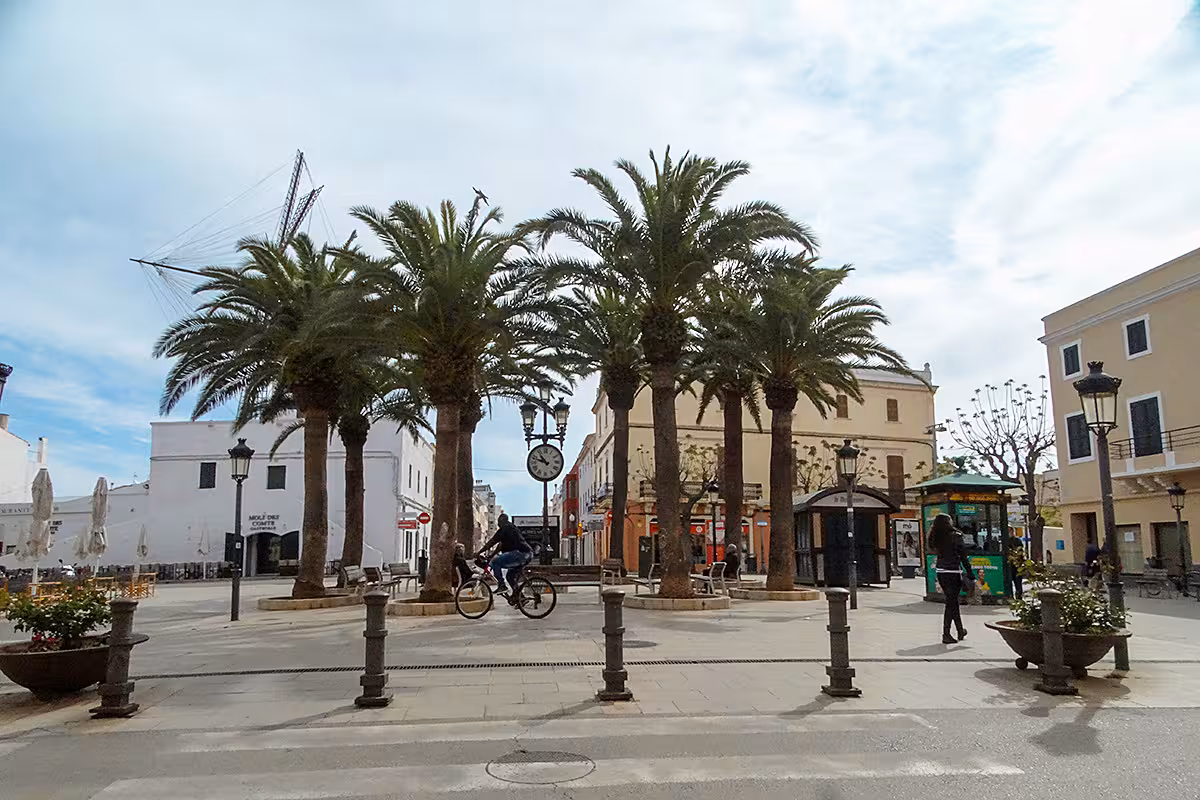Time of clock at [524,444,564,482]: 10:47
